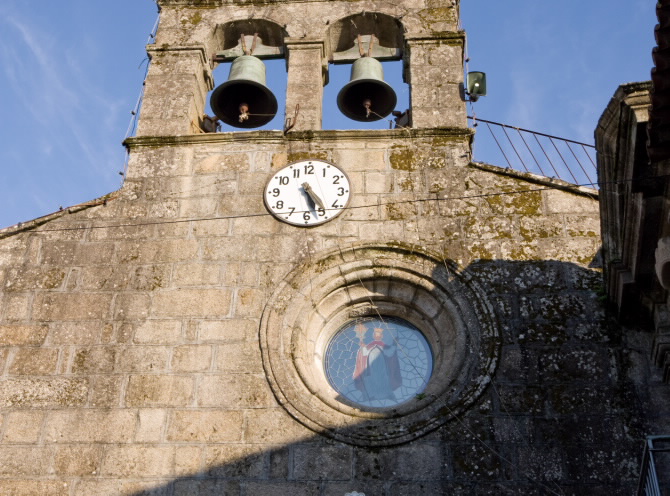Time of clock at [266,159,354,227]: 5:24
